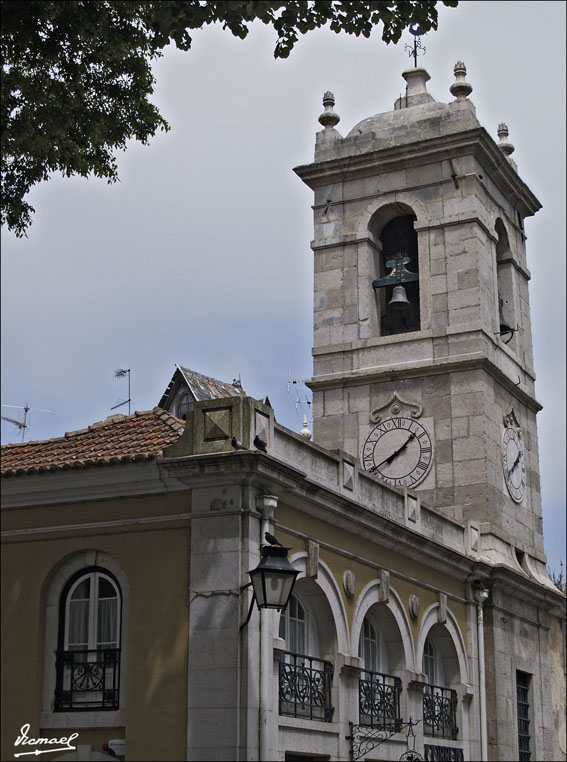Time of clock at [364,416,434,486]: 1:40
